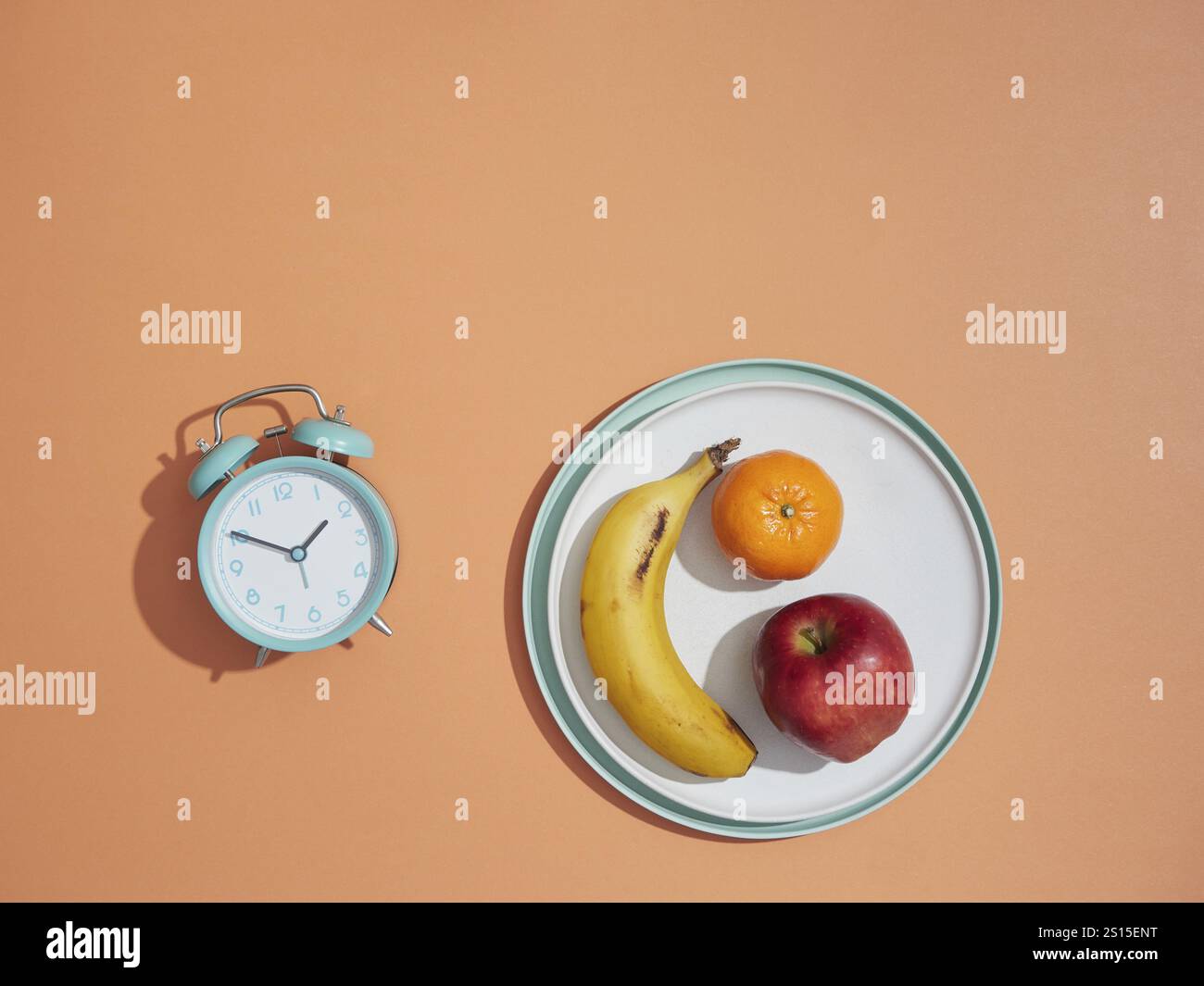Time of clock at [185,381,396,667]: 1:50
